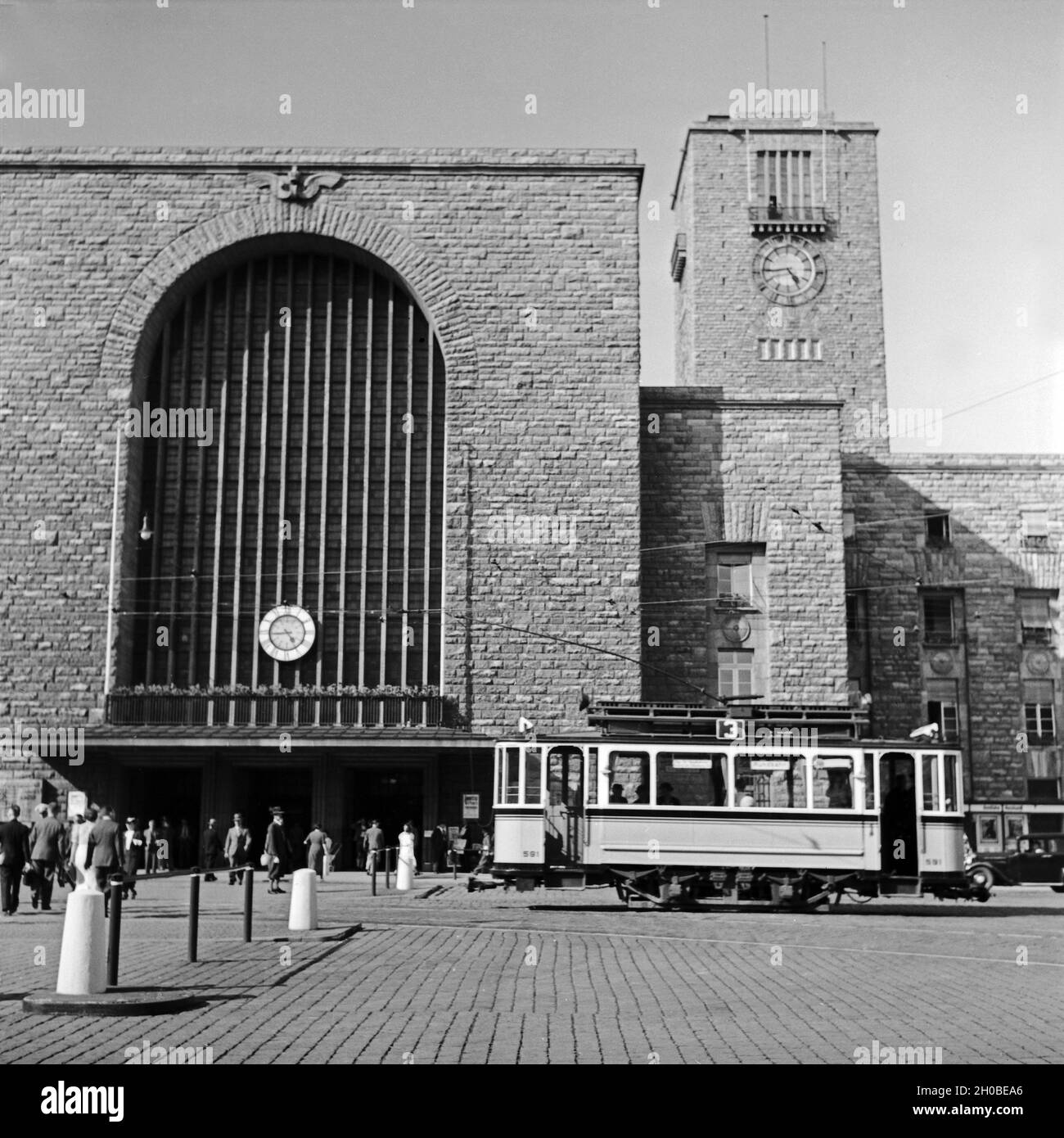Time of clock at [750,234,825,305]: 4:44
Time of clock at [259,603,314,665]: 4:44
